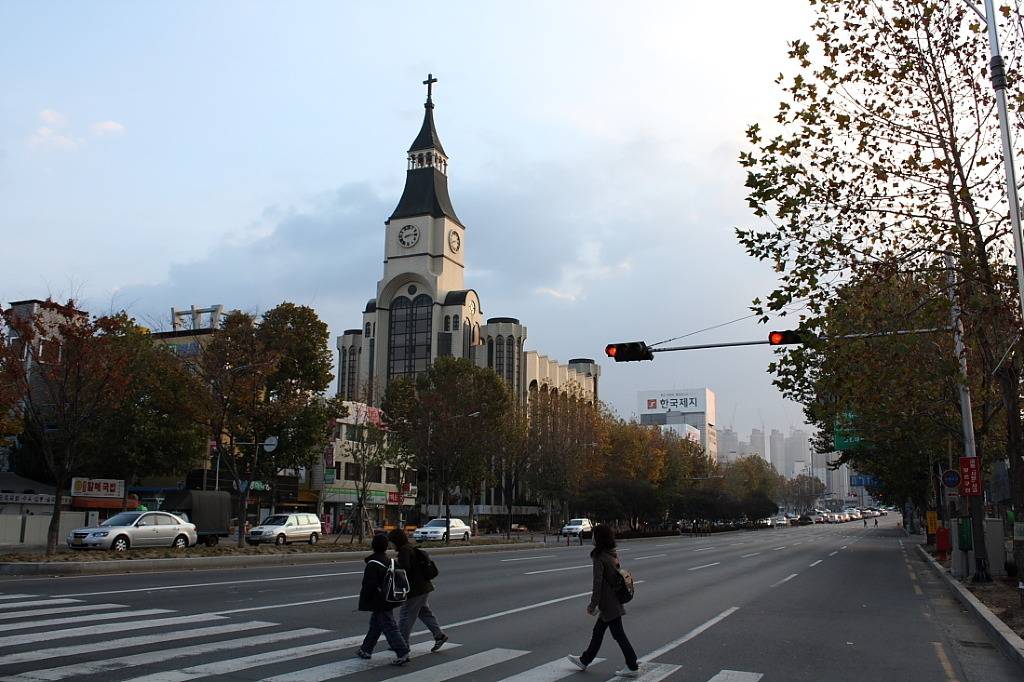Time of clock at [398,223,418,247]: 8:14
